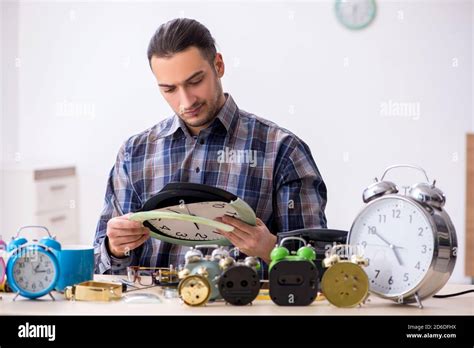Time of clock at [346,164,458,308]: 4:50
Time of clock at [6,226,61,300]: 1:14
